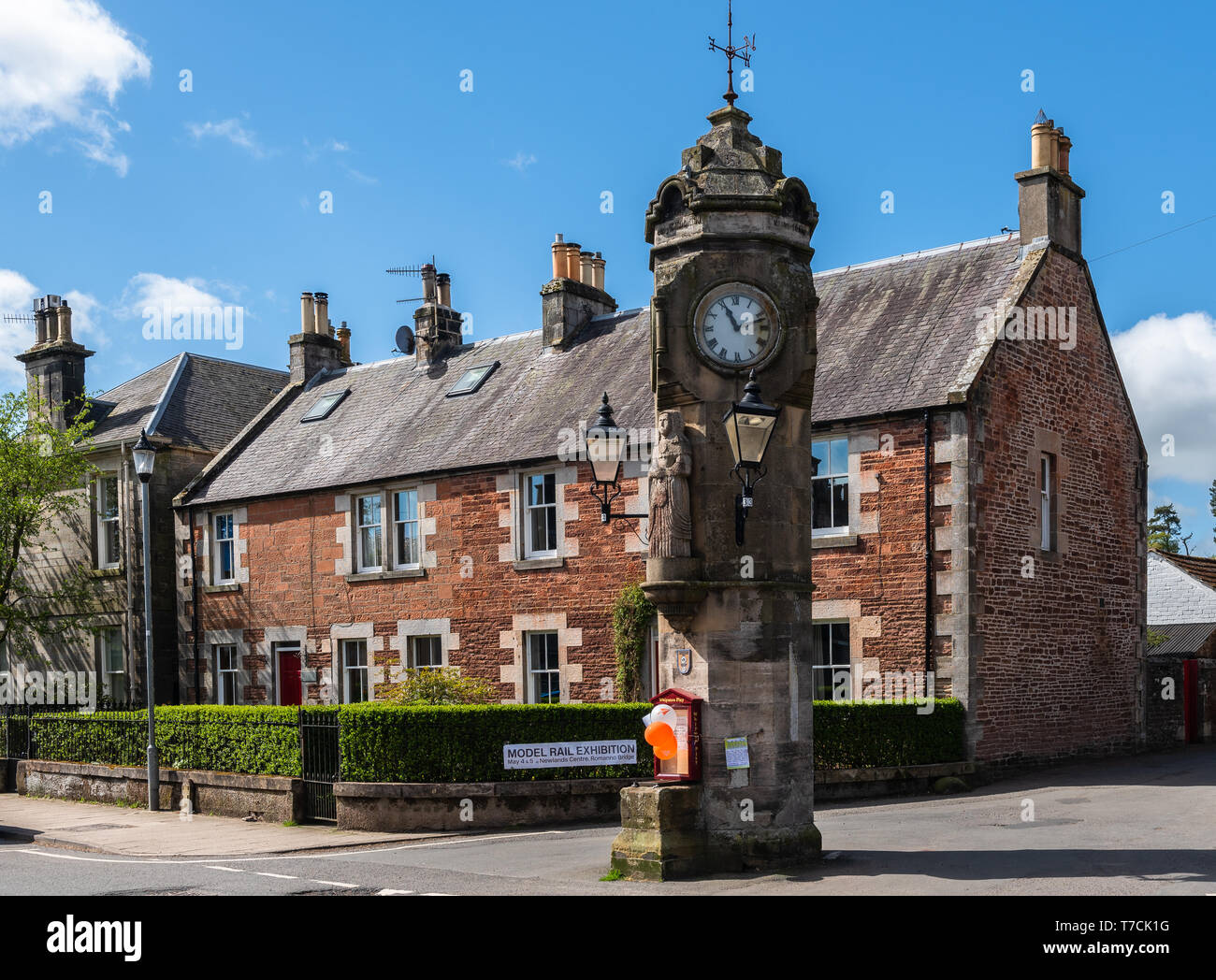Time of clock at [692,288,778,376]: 10:55
